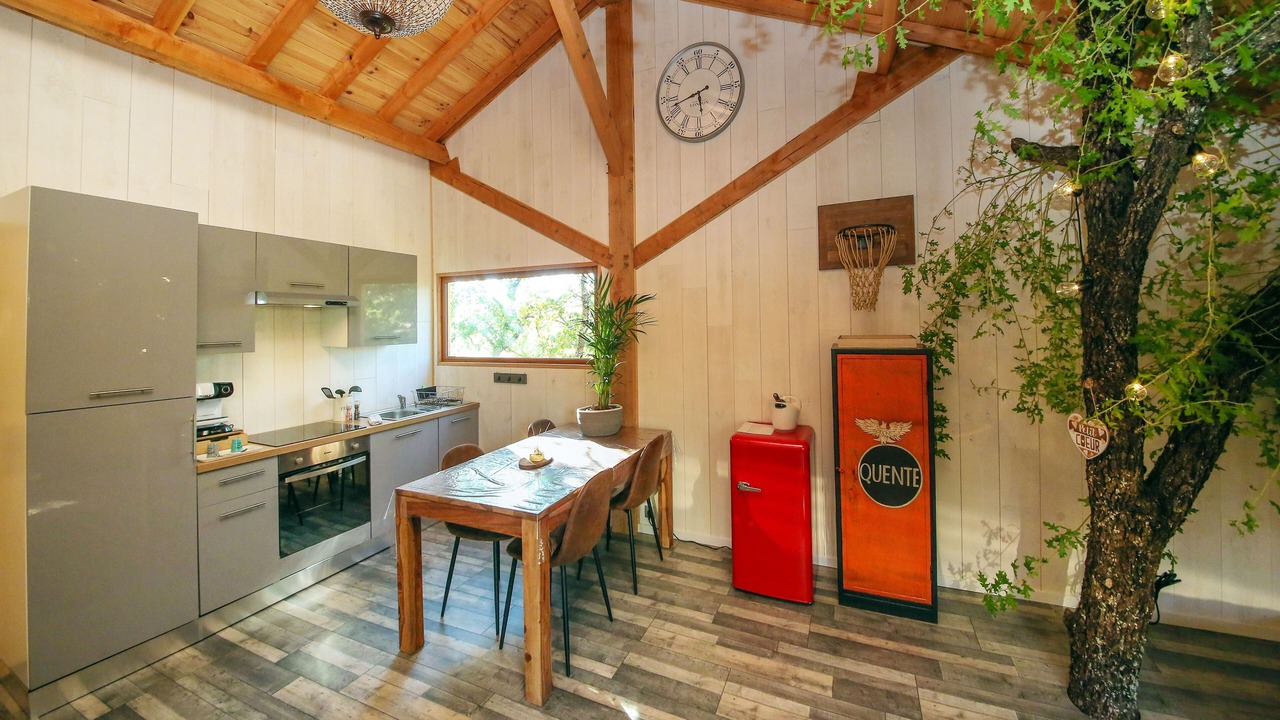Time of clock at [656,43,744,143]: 5:42
